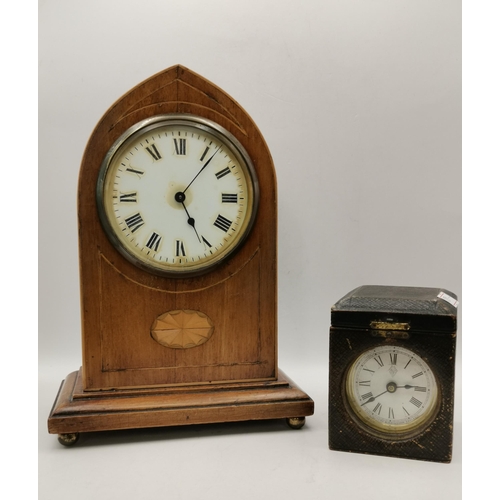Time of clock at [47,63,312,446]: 5:06
